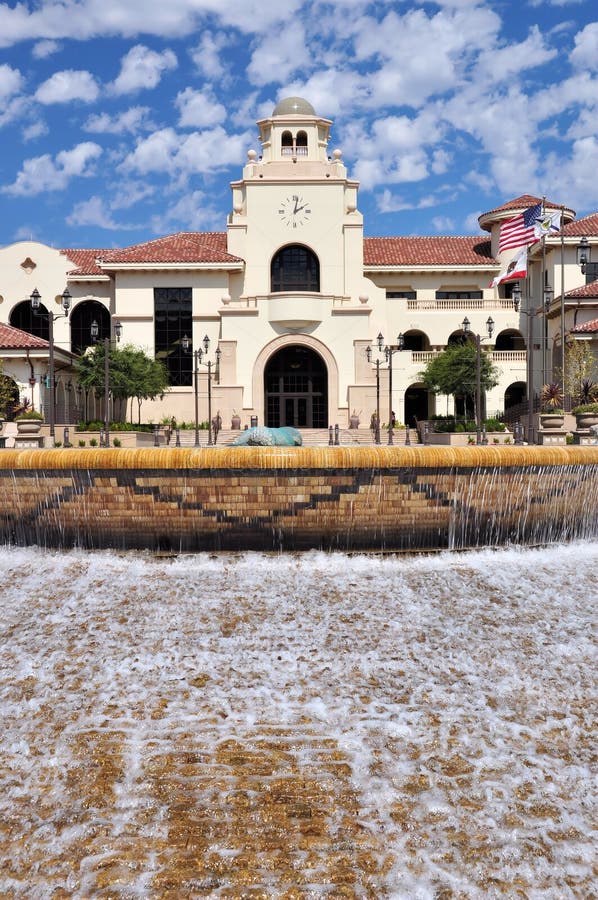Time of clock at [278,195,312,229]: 2:02
